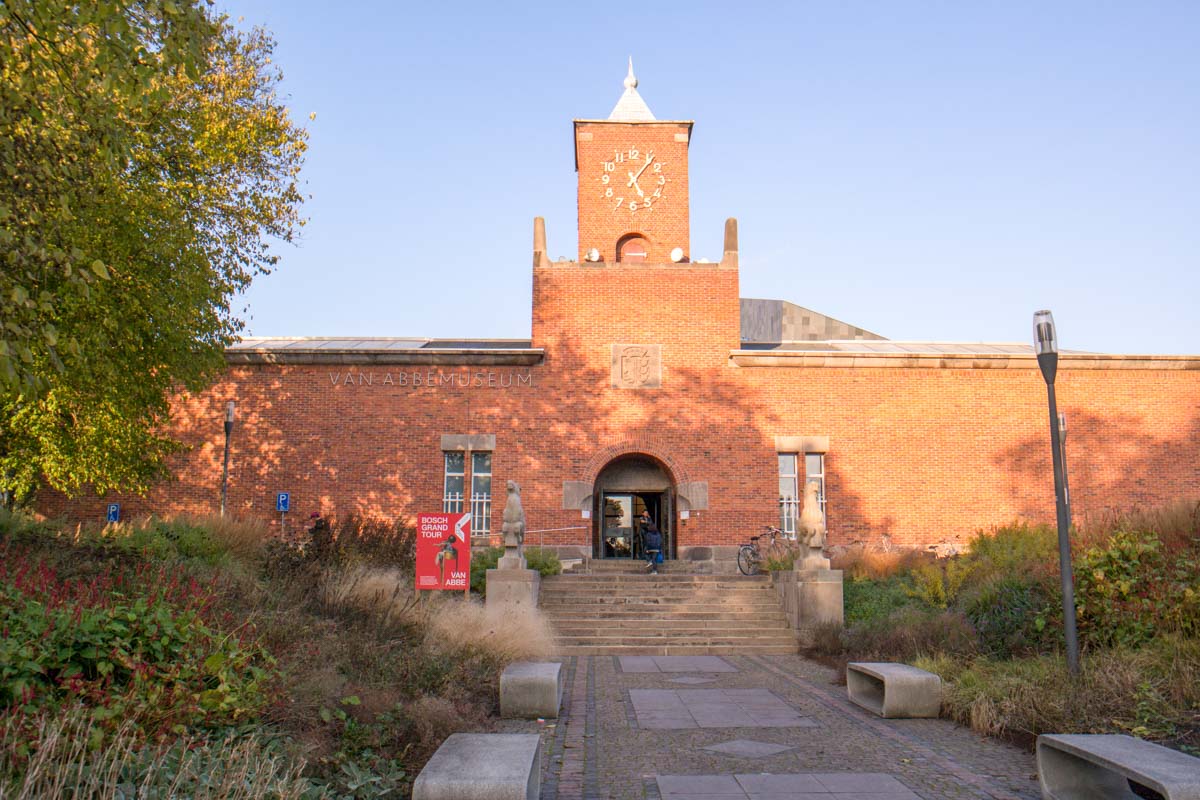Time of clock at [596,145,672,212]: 5:06
